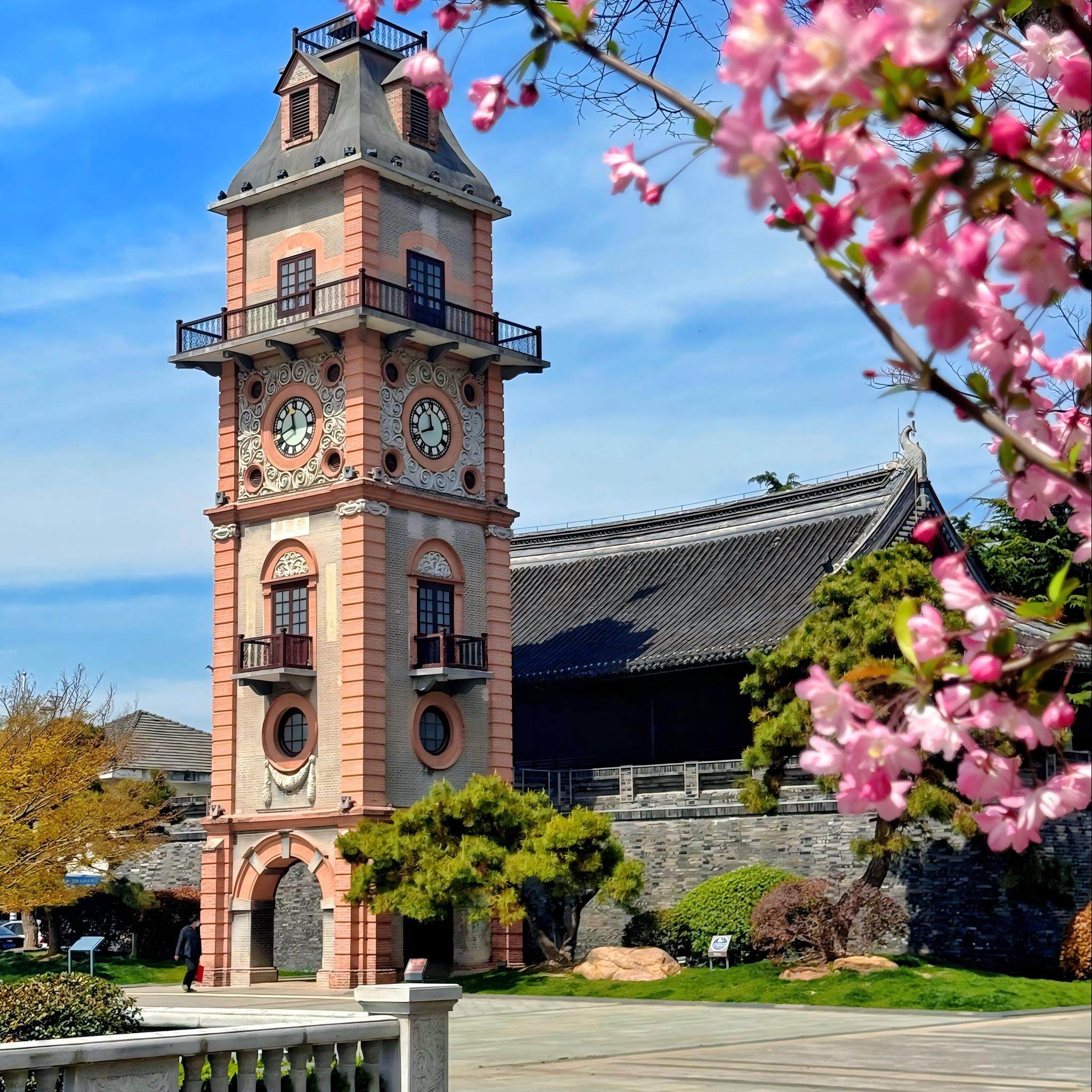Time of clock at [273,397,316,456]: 11:41
